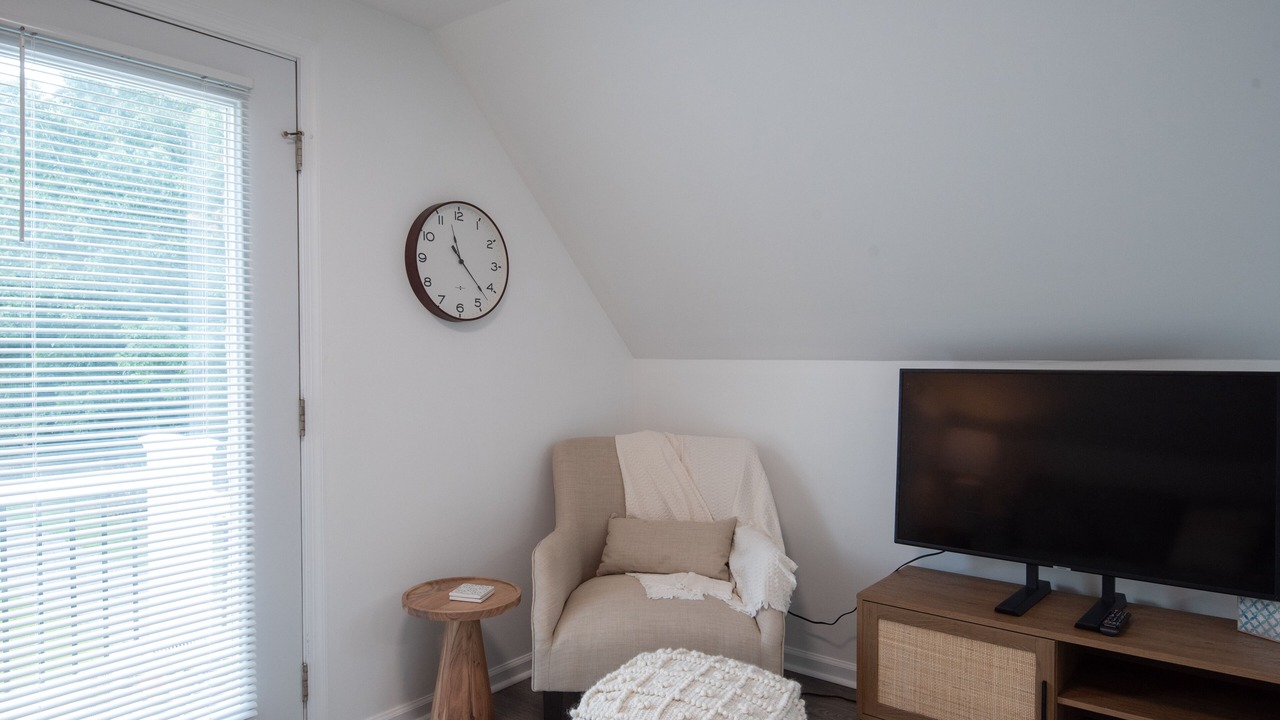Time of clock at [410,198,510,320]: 11:22
